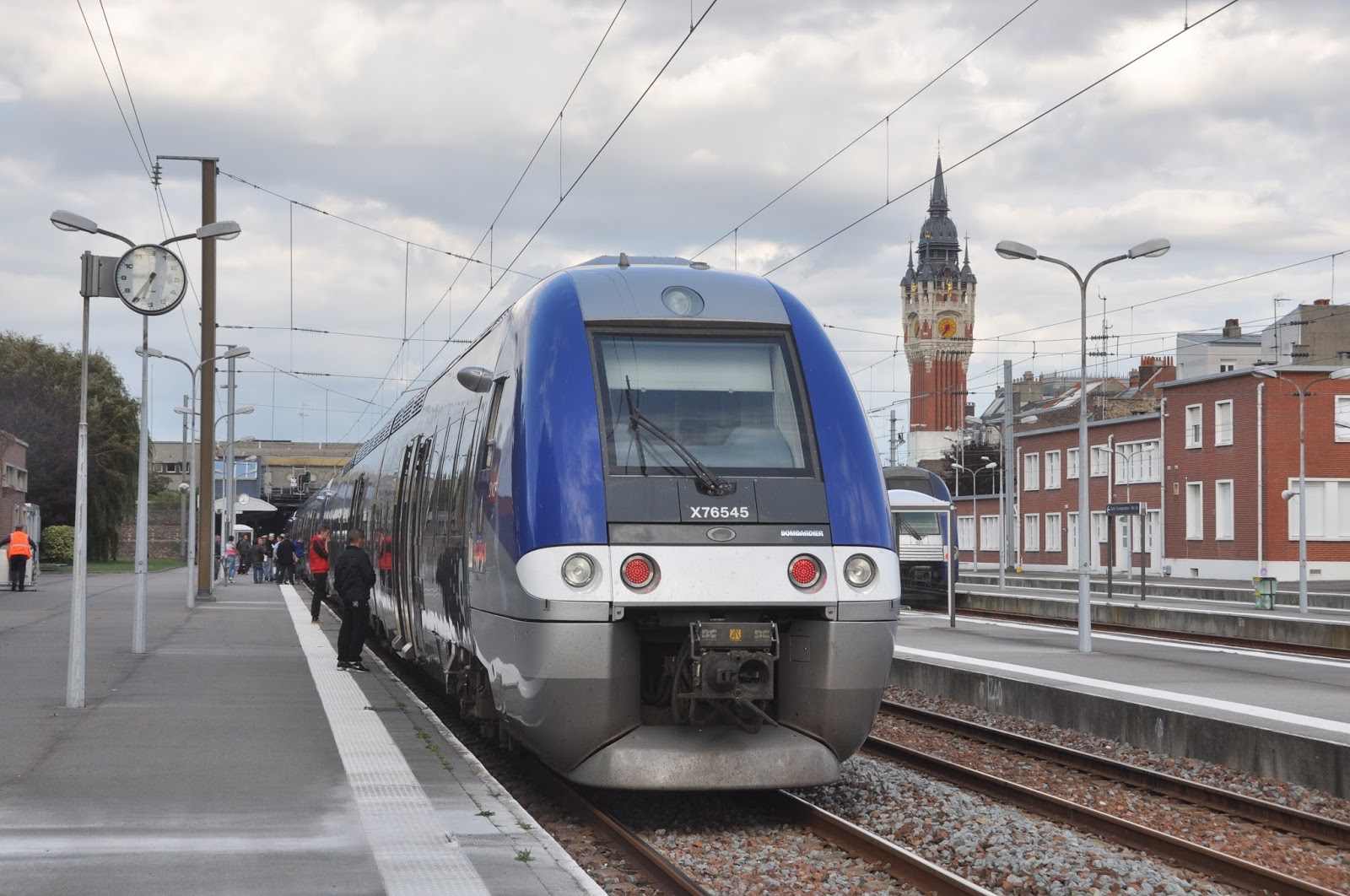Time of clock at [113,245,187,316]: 6:35
